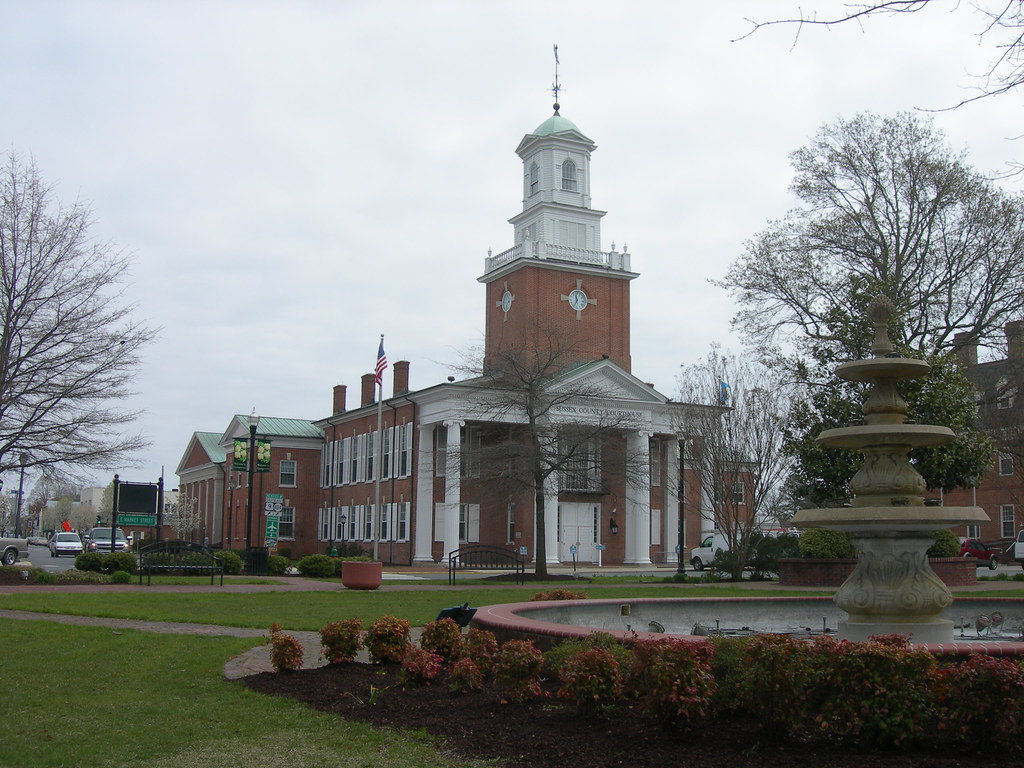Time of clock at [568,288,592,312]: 11:34
